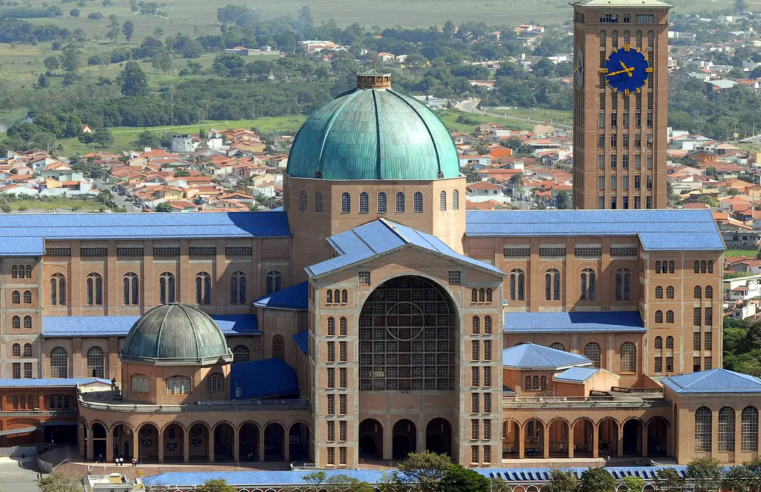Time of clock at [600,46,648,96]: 10:42
